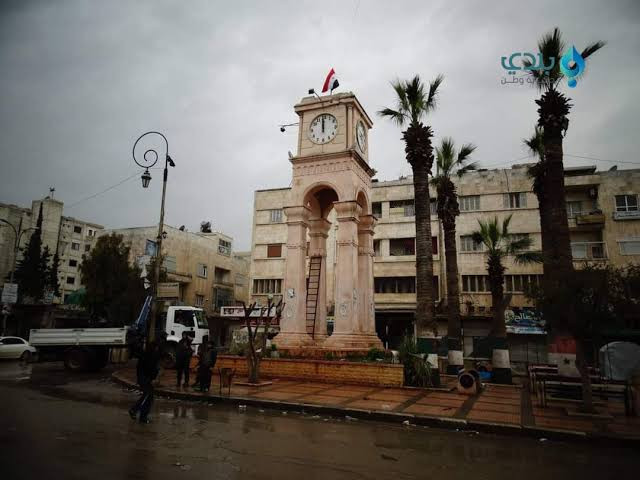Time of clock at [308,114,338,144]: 11:59
